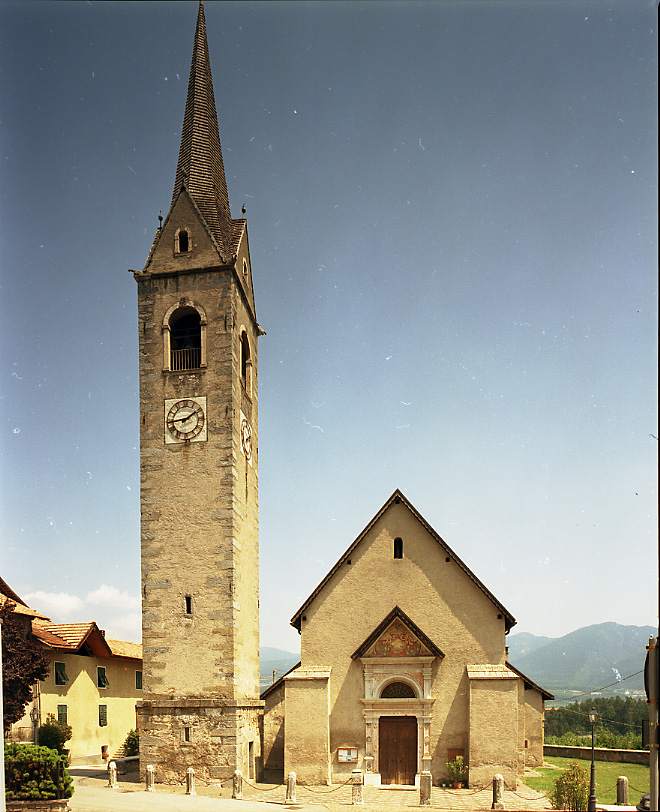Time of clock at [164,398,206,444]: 1:44
